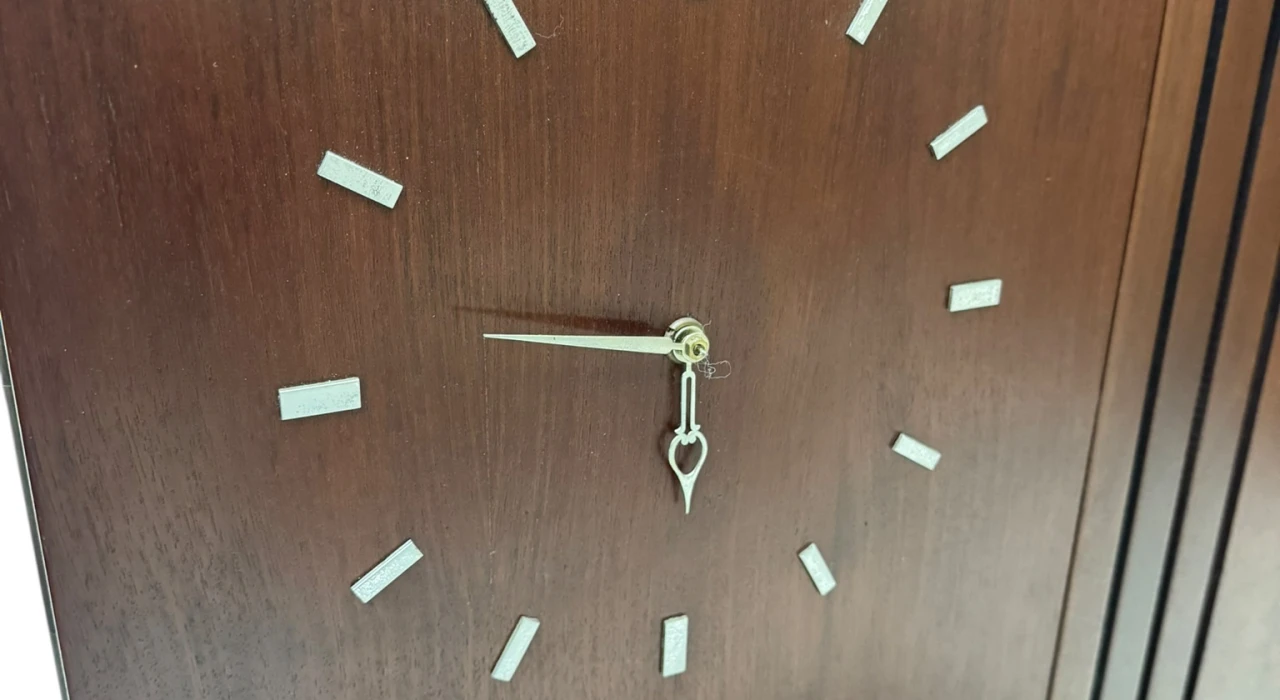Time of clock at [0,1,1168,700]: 5:46
